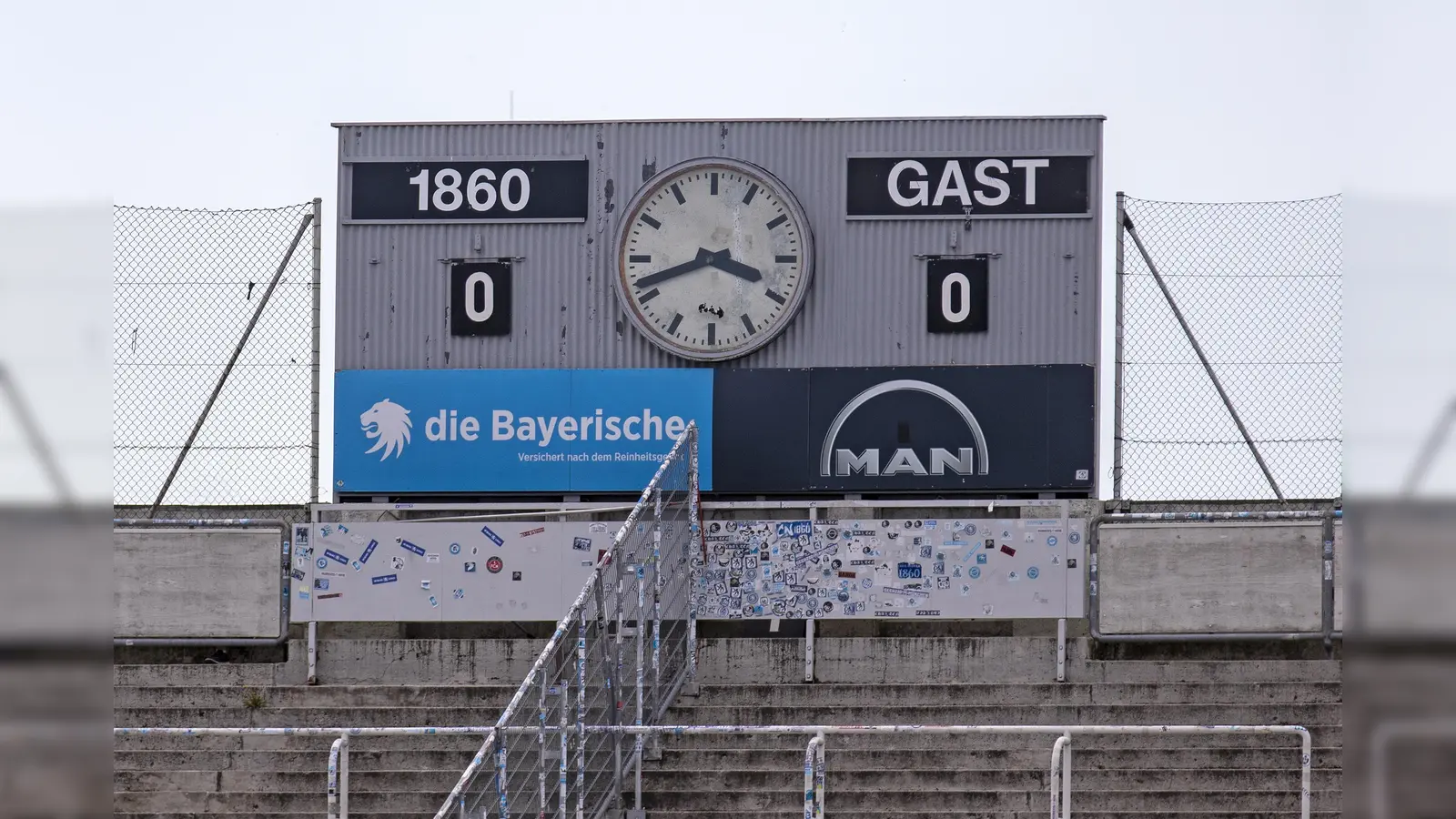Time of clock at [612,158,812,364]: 3:42
